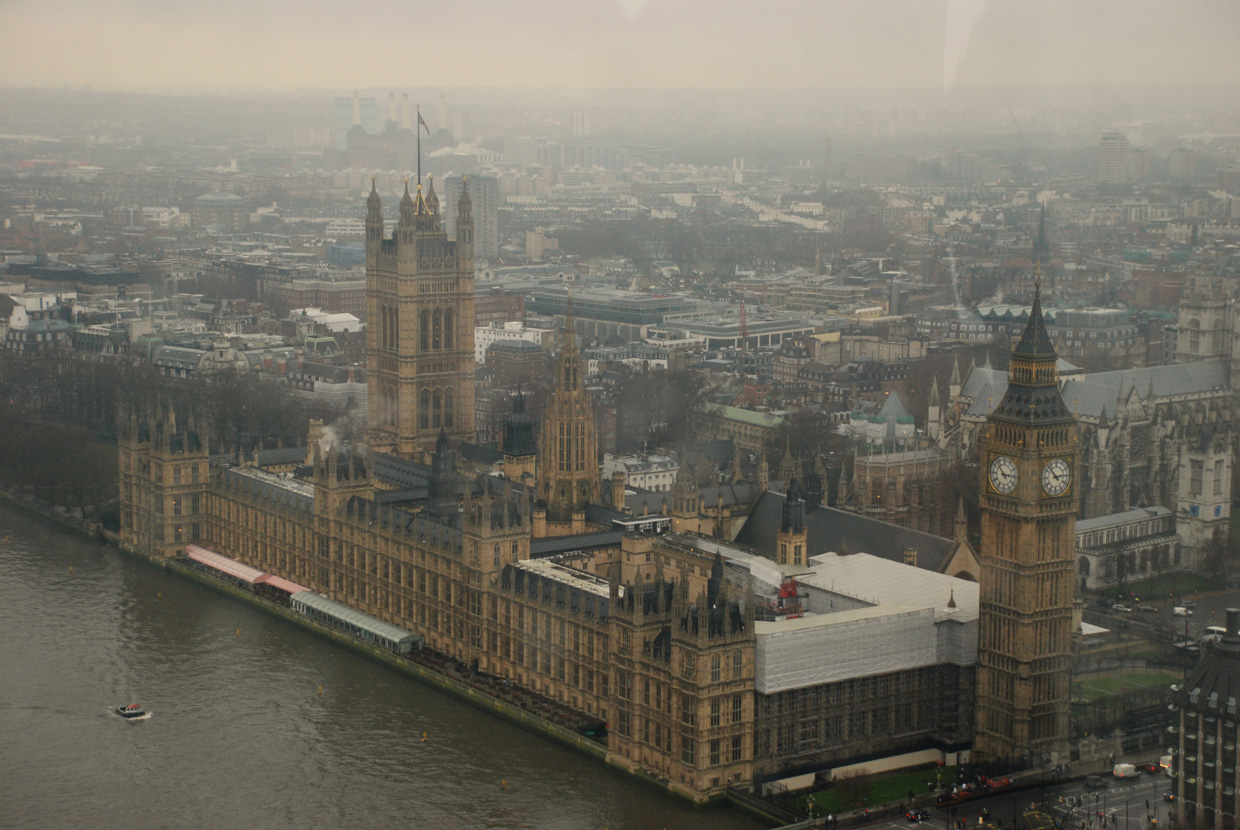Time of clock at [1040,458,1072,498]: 2:53
